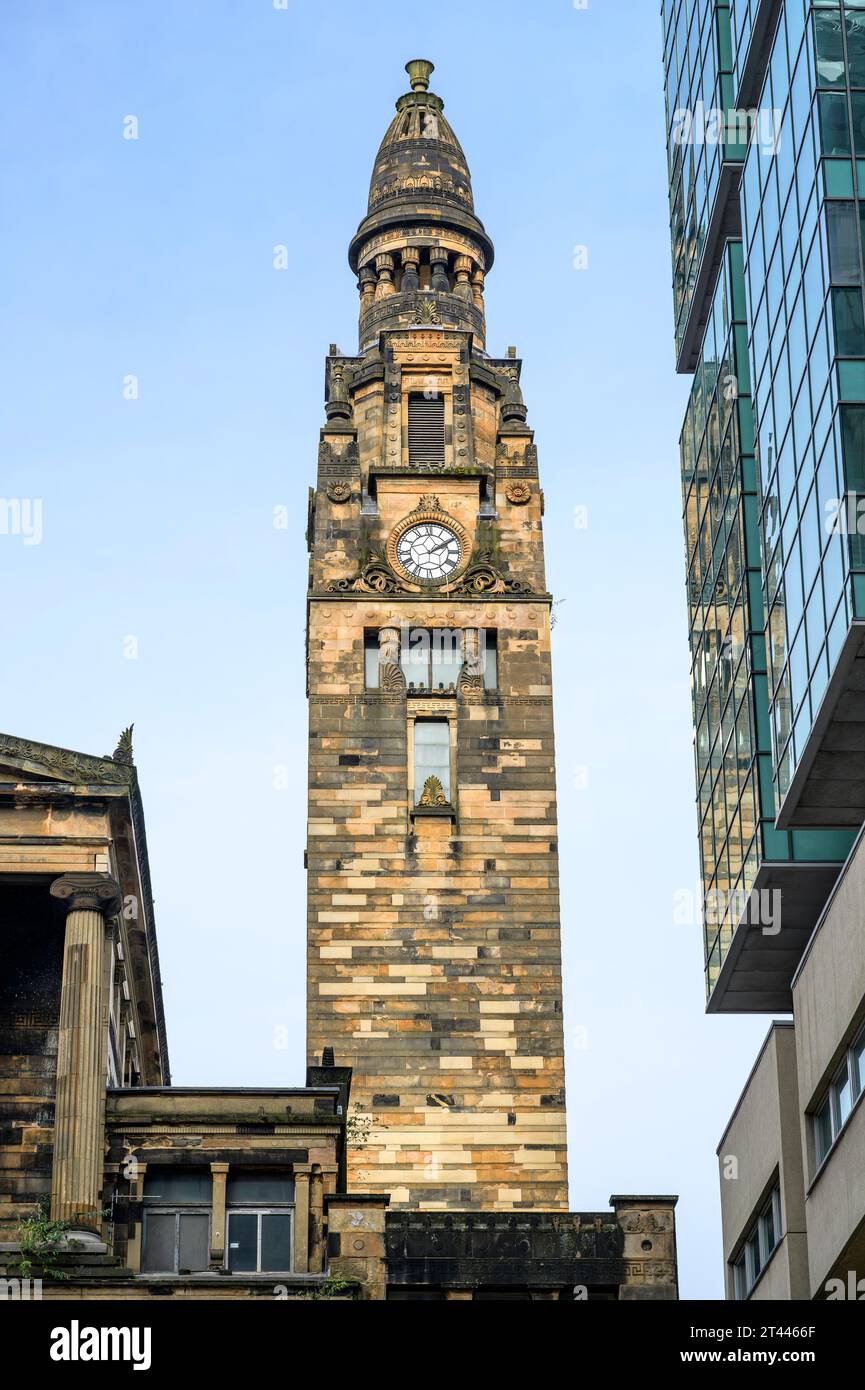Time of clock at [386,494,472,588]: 2:09
